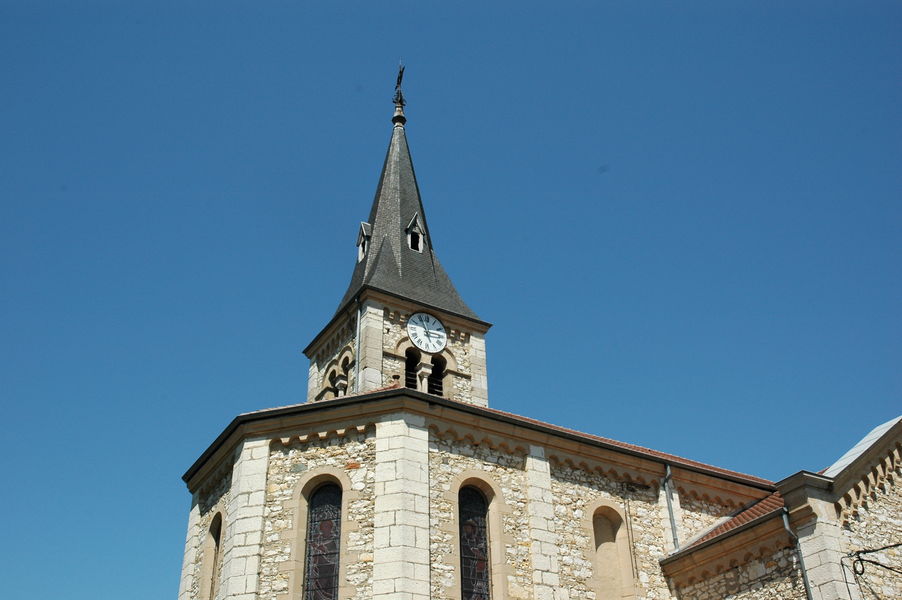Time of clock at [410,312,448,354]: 2:56
